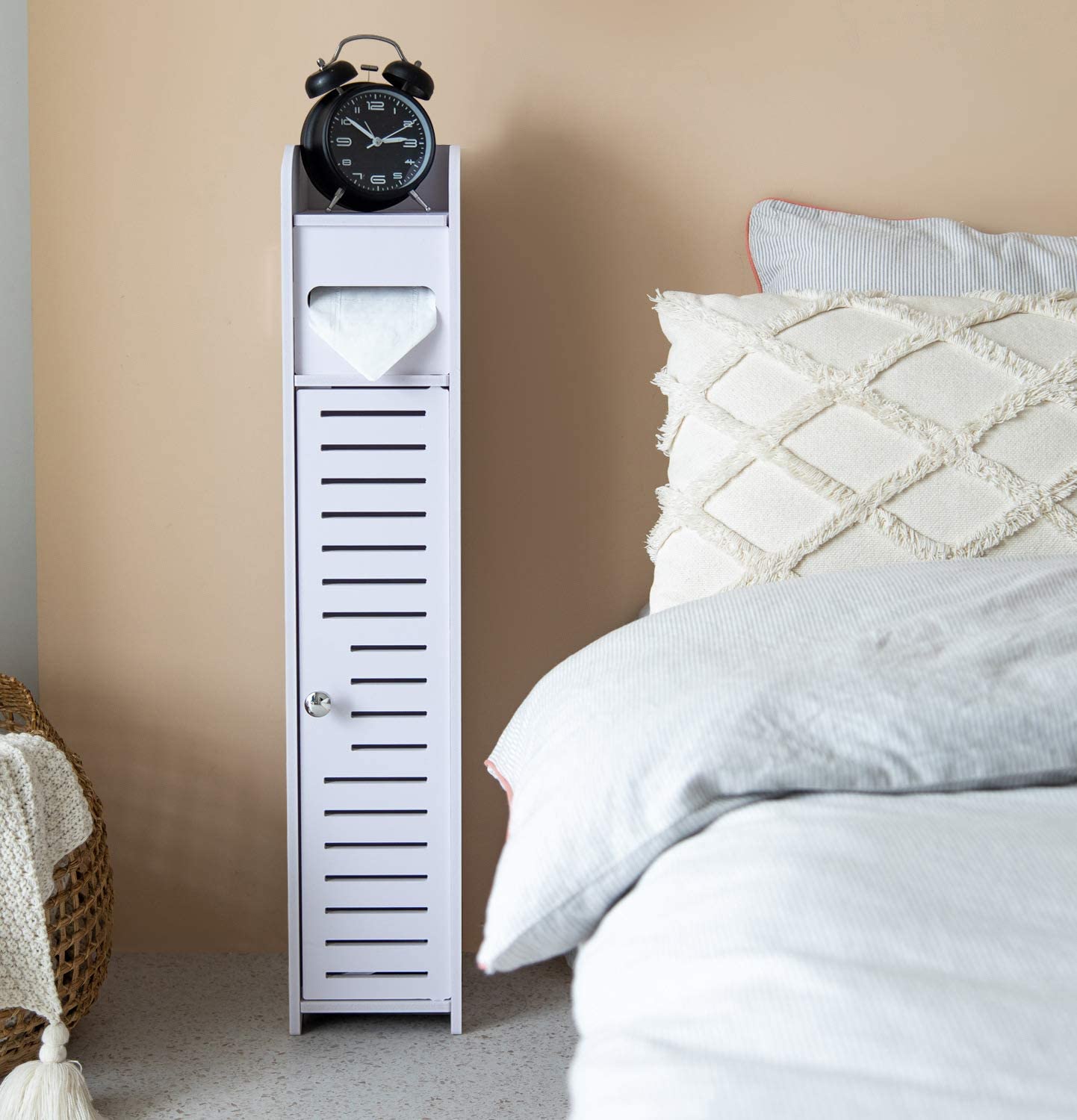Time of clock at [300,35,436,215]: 10:14
